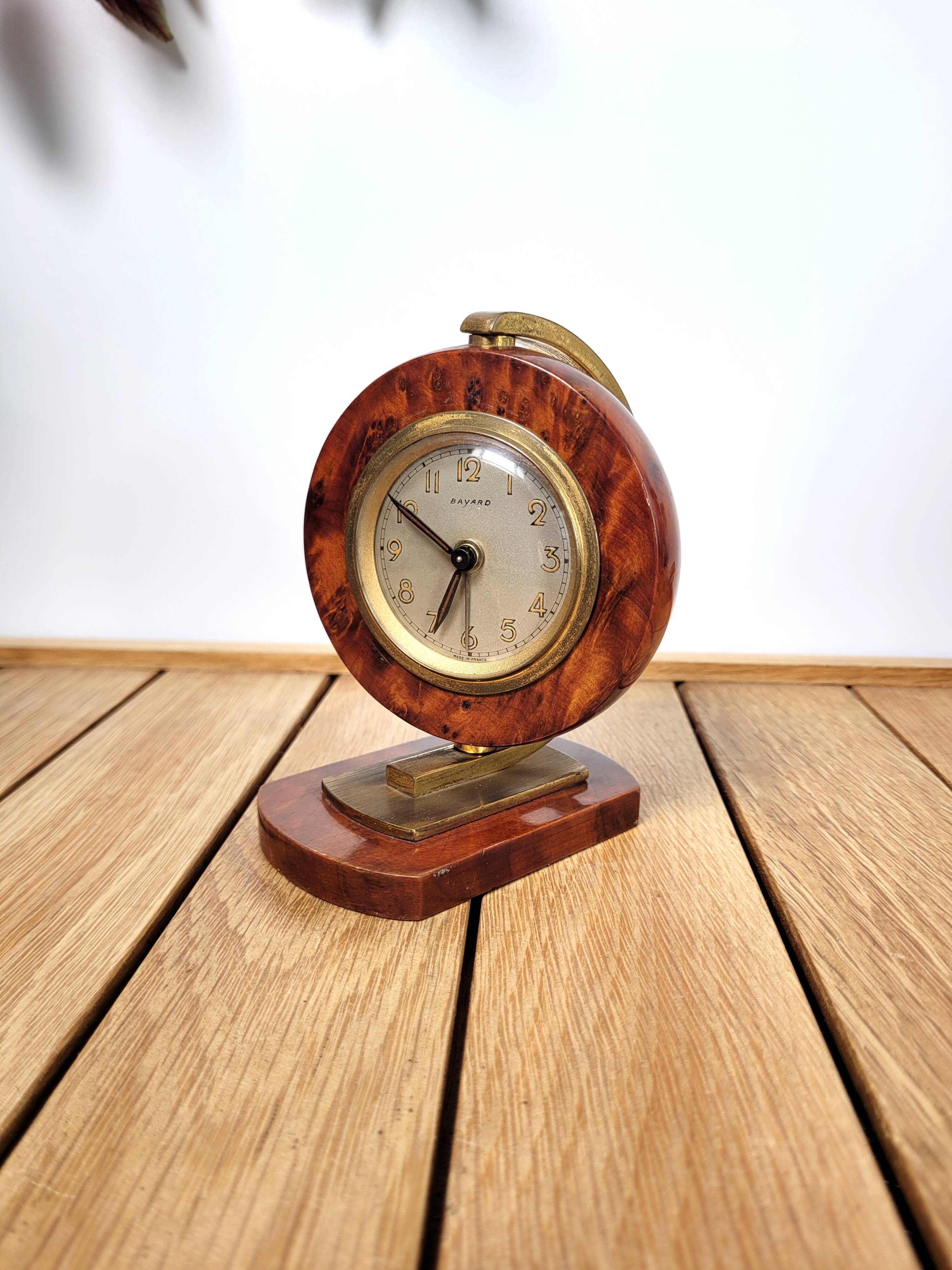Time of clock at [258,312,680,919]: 6:50
